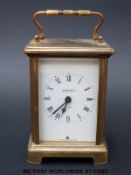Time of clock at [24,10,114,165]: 6:38
